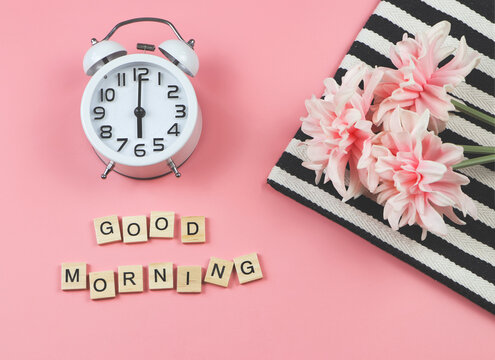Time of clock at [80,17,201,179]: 6:00
